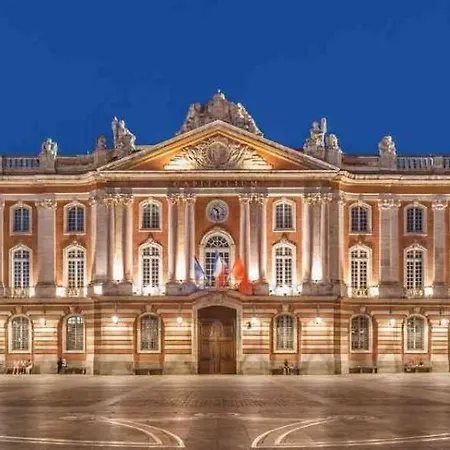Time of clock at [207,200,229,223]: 10:28
